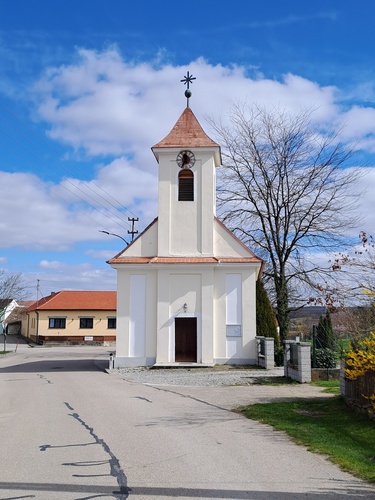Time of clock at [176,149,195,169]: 11:35
